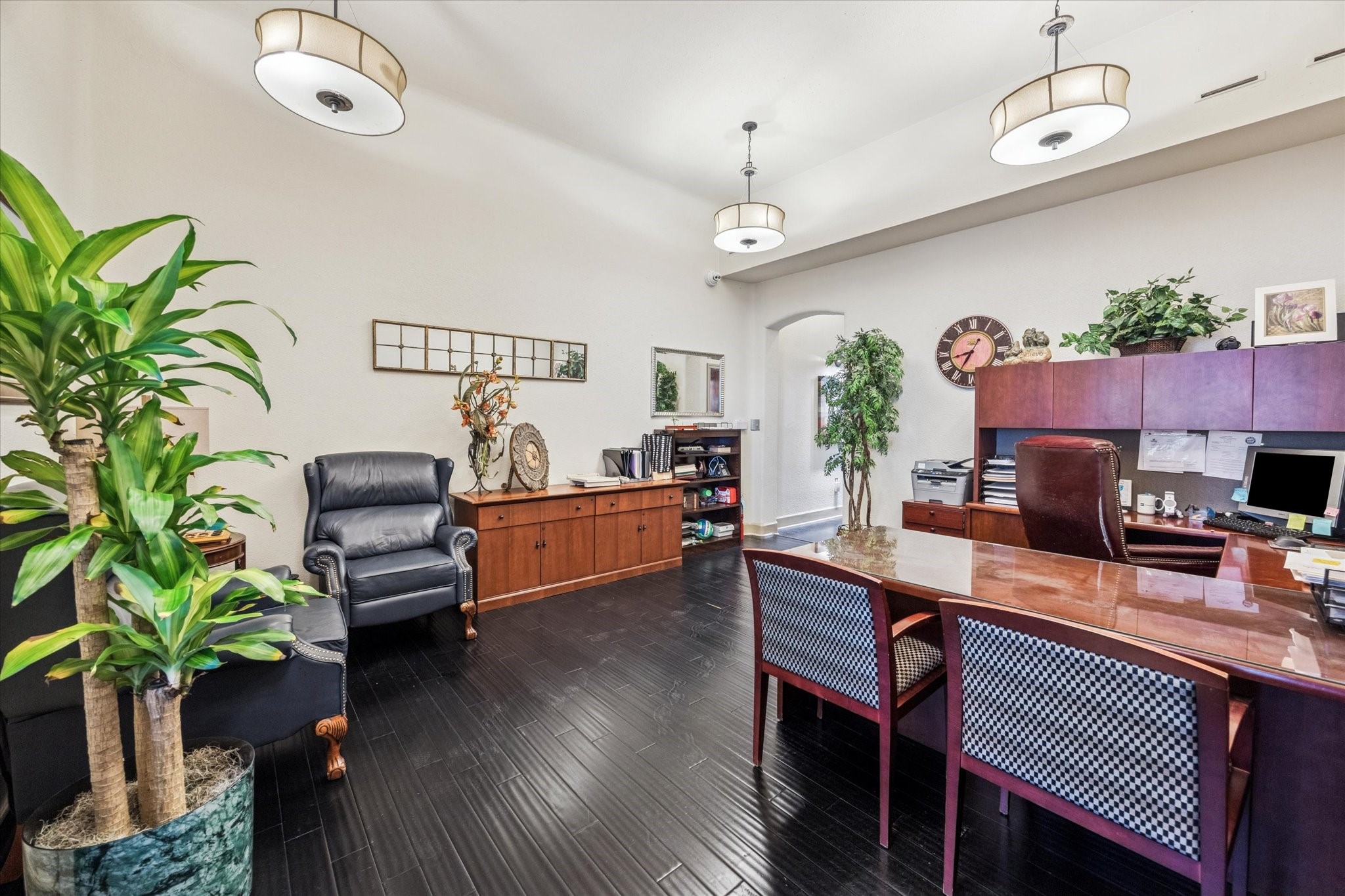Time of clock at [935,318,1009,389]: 8:35
